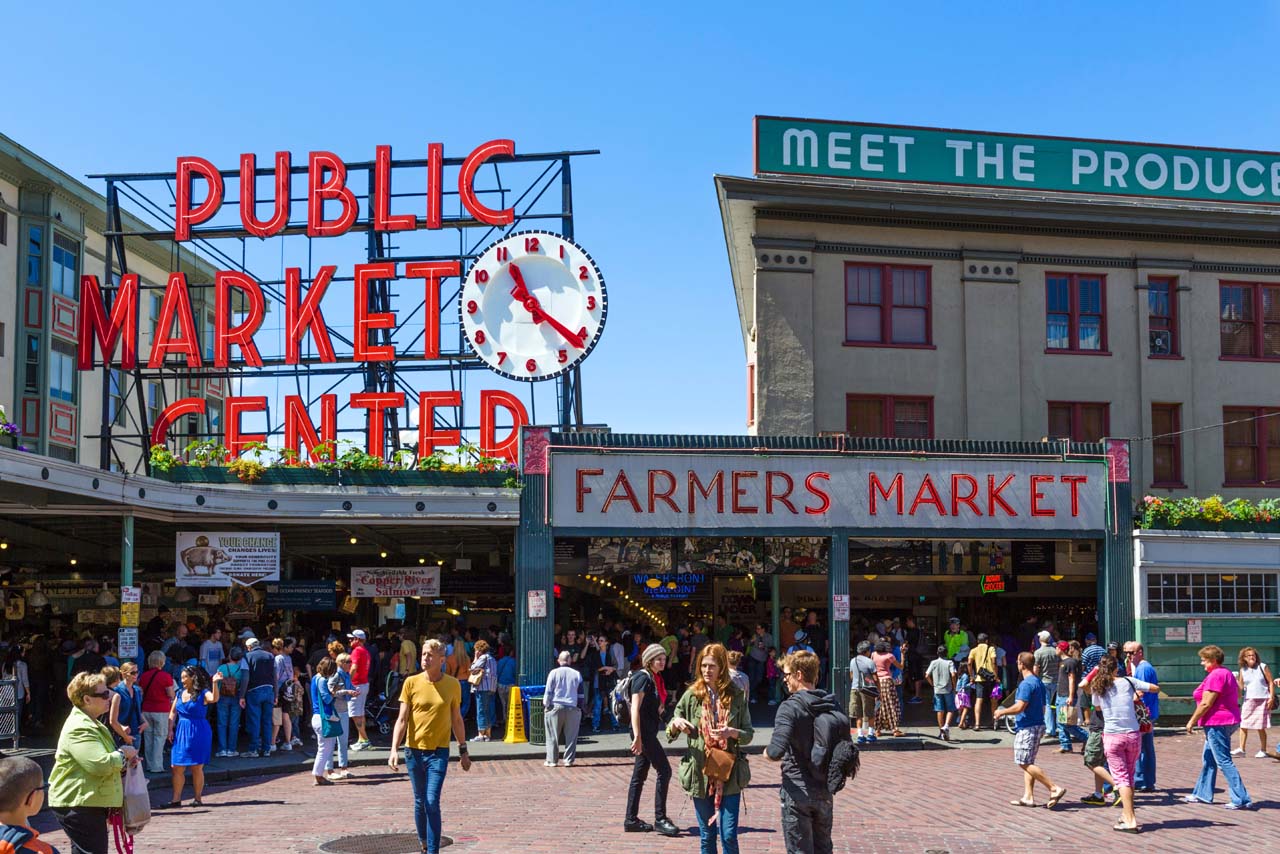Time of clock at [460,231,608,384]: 11:21
